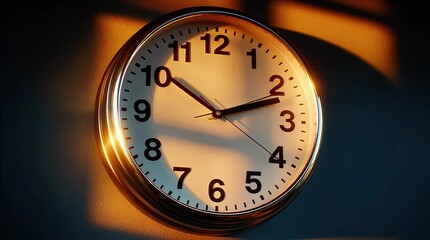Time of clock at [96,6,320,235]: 10:11
